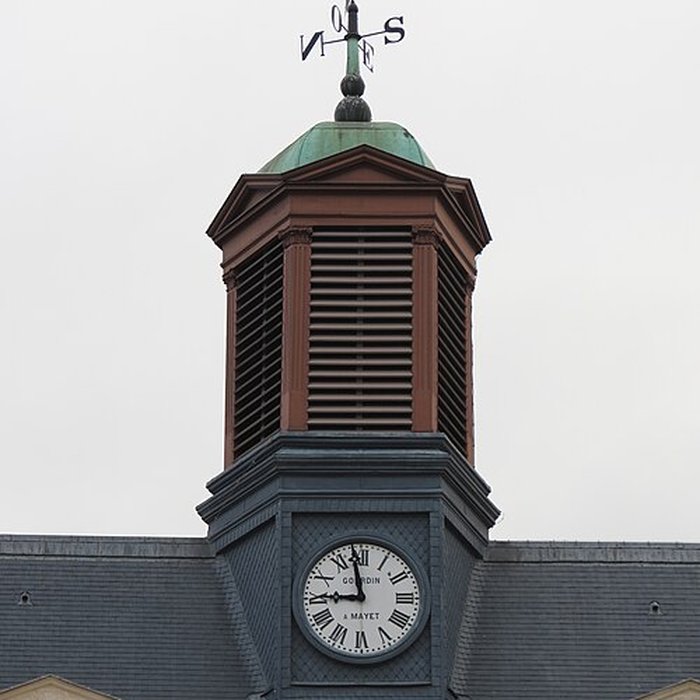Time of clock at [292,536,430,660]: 8:58
